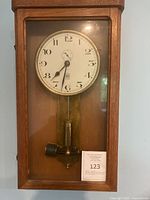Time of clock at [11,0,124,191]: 7:32
